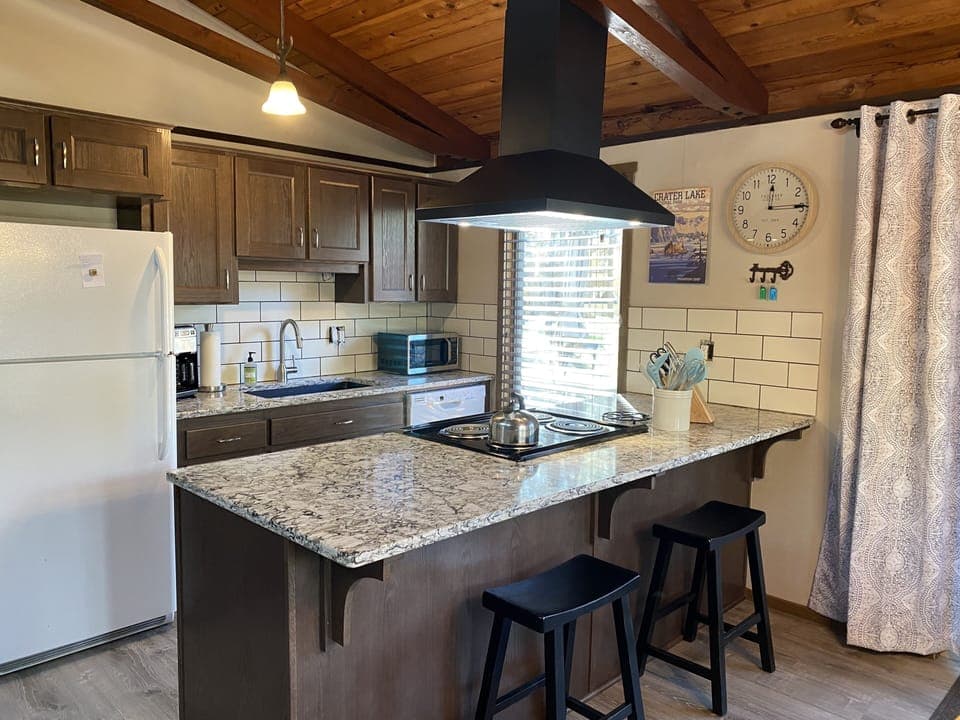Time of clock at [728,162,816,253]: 12:14
